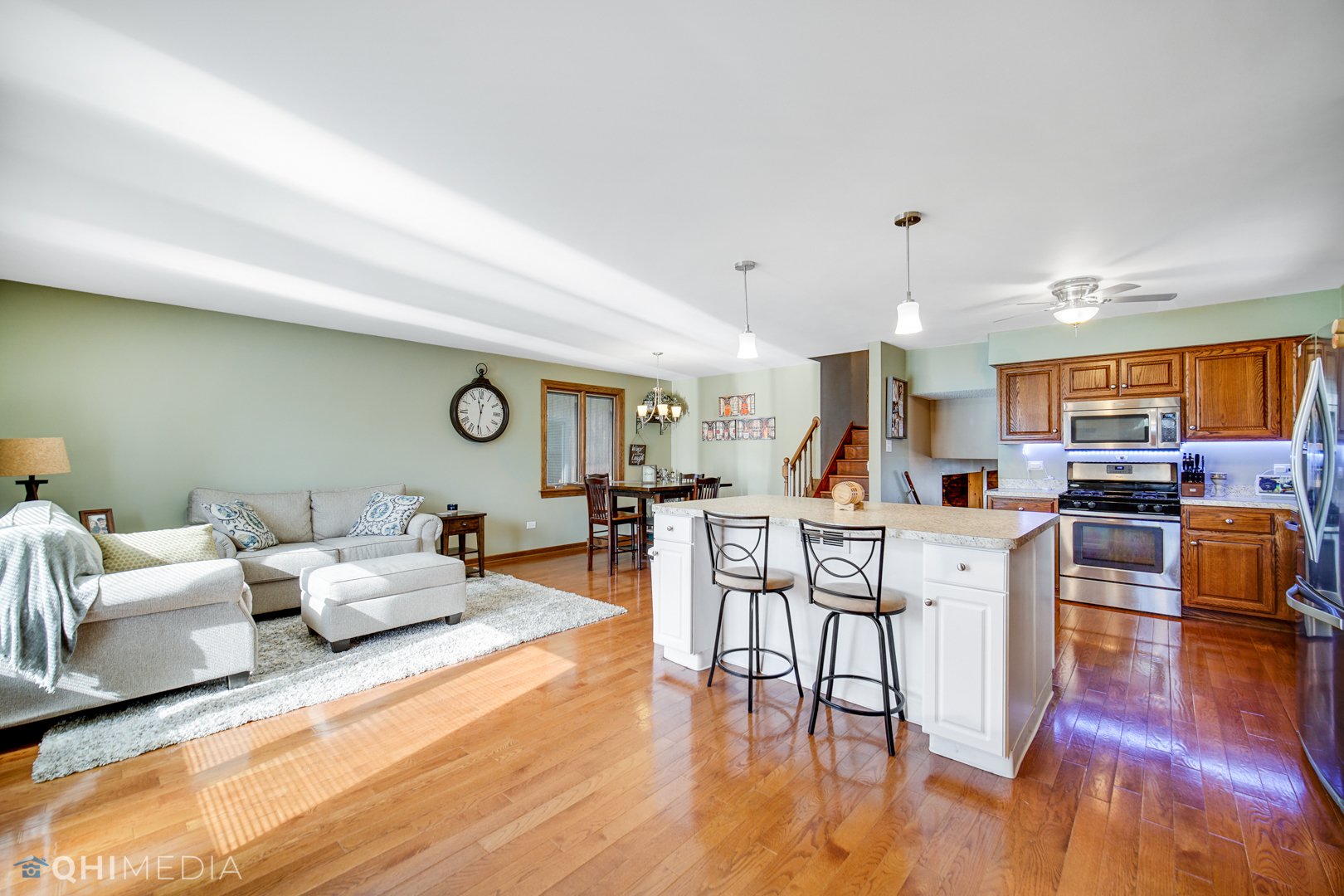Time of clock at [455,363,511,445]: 11:31
